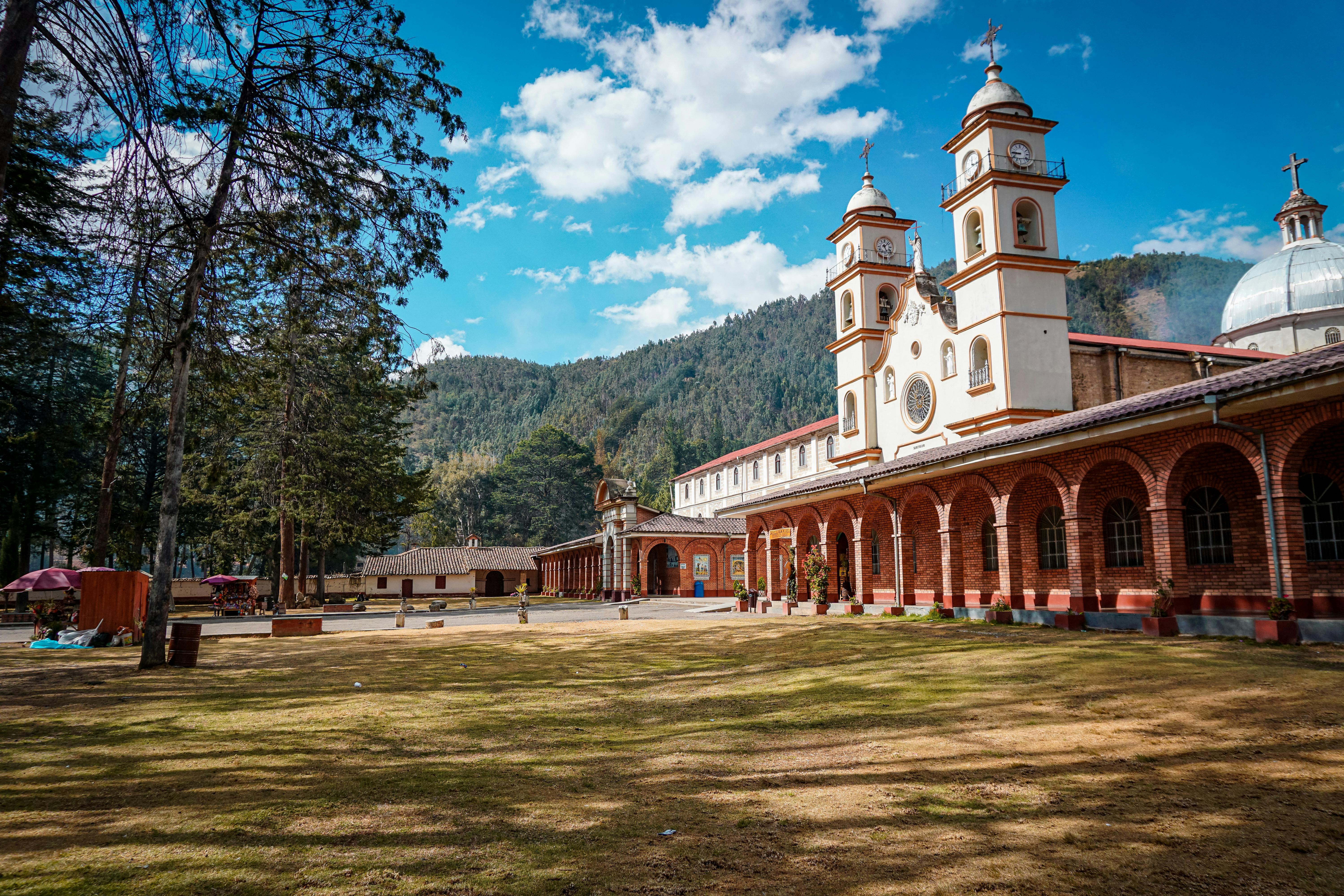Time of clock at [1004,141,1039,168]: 8:45
